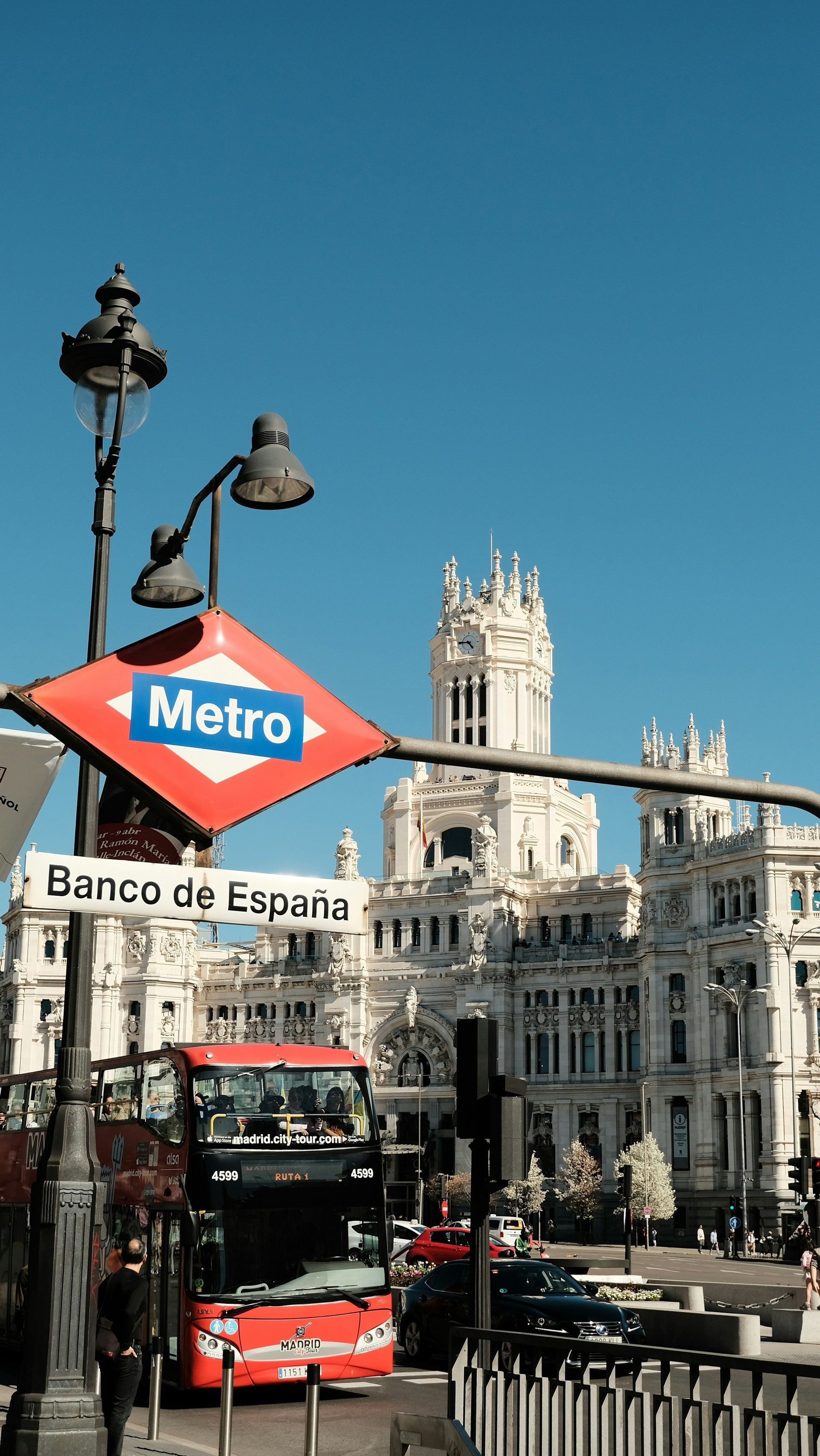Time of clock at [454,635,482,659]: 4:46
